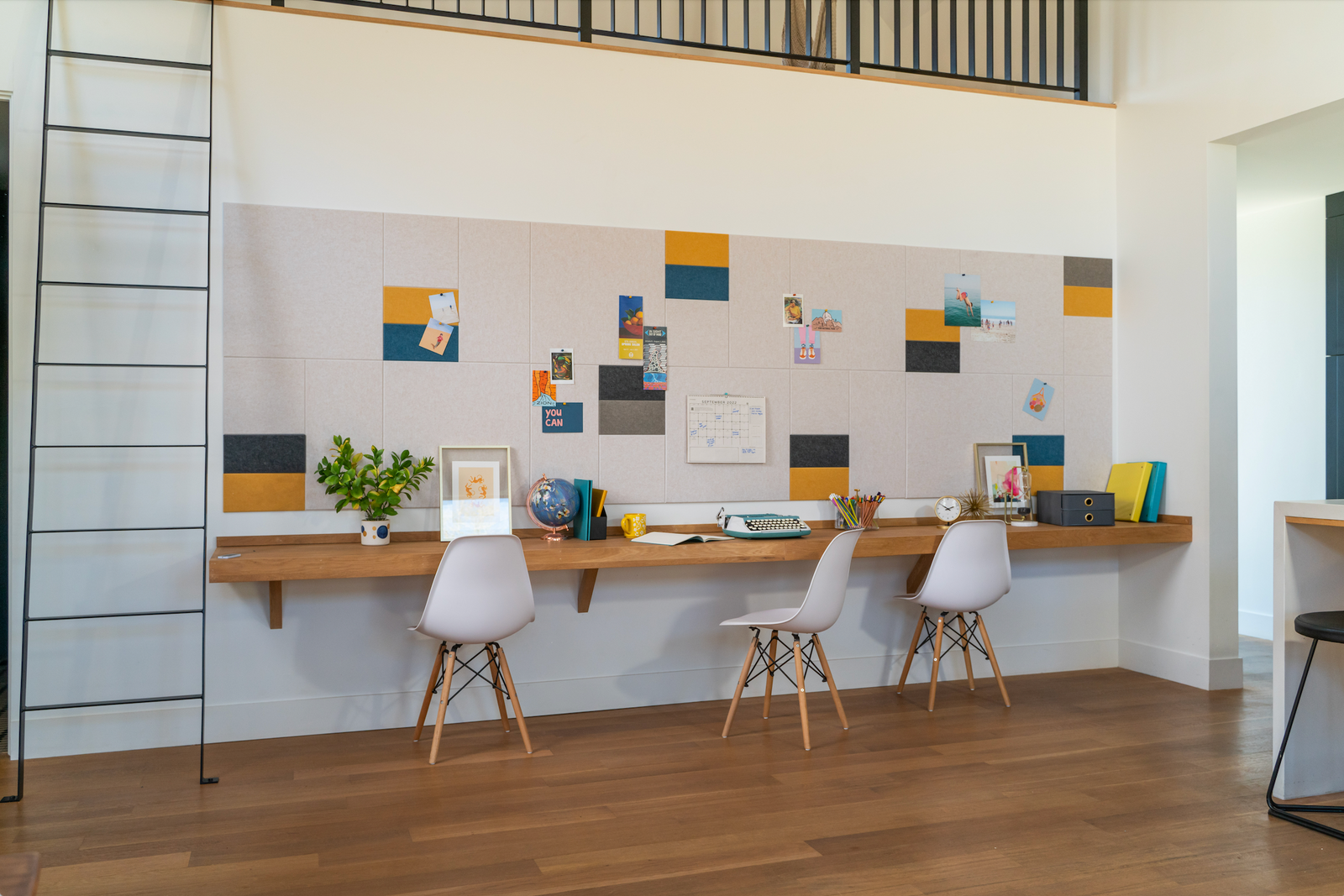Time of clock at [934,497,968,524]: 1:50
